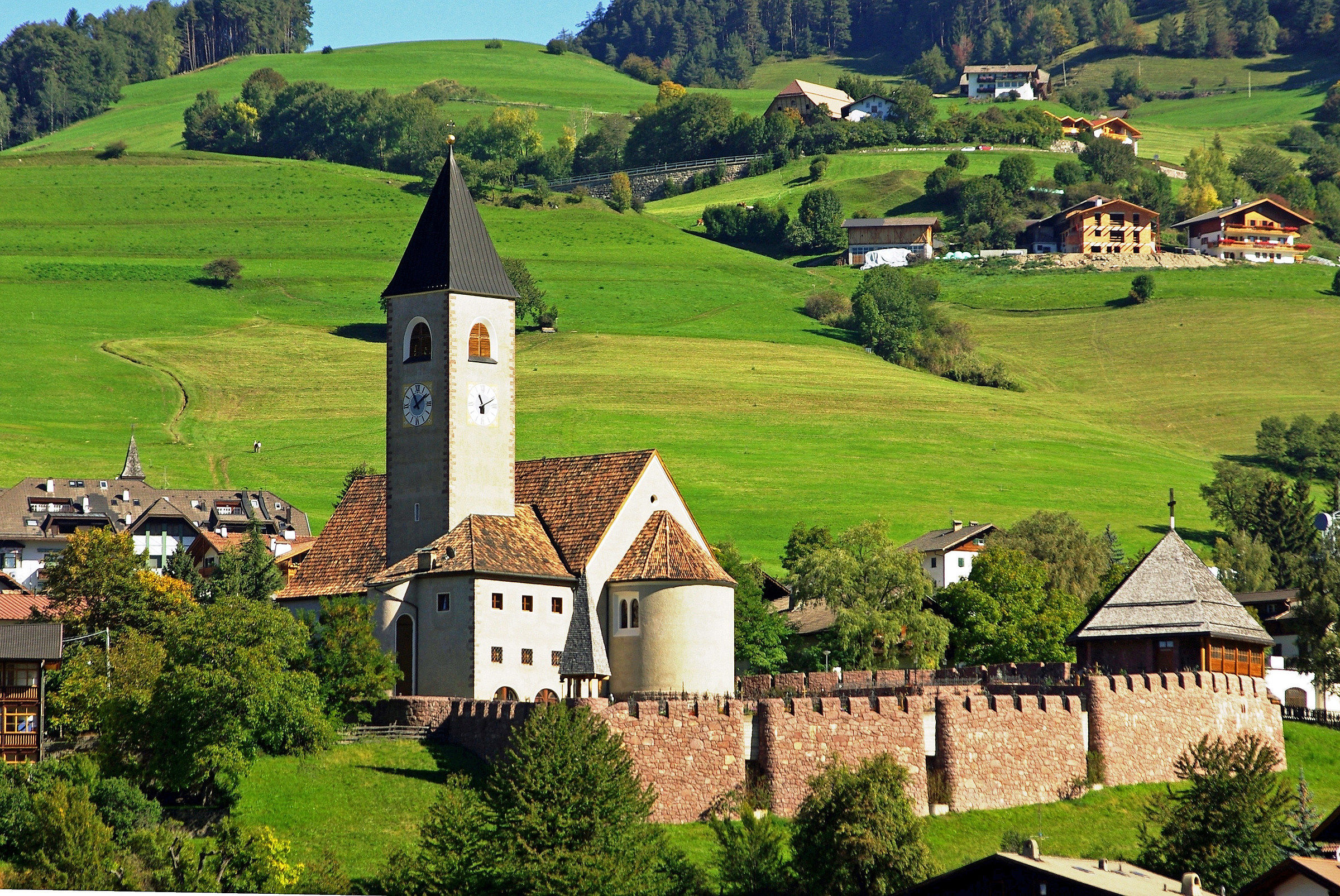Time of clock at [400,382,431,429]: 11:08
